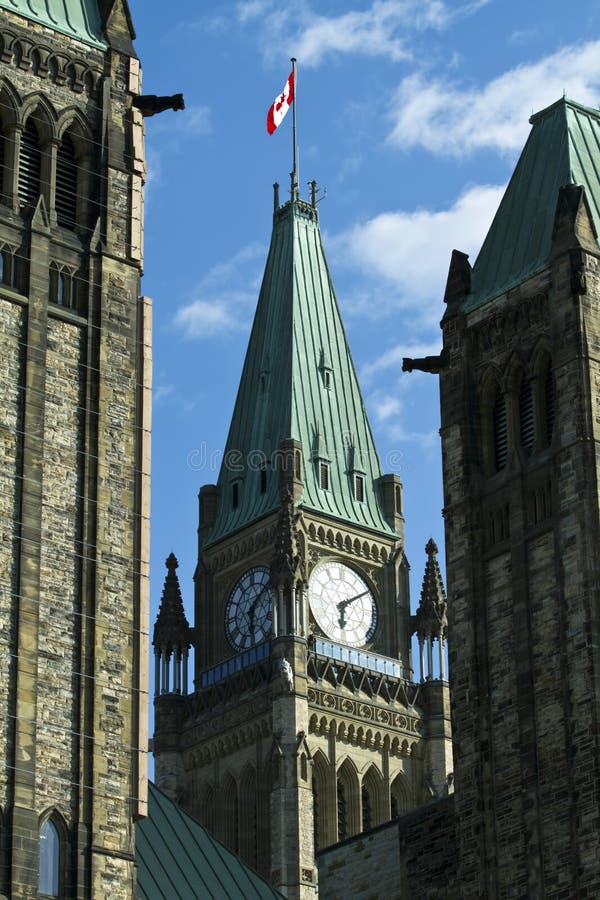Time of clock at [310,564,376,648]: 6:08
